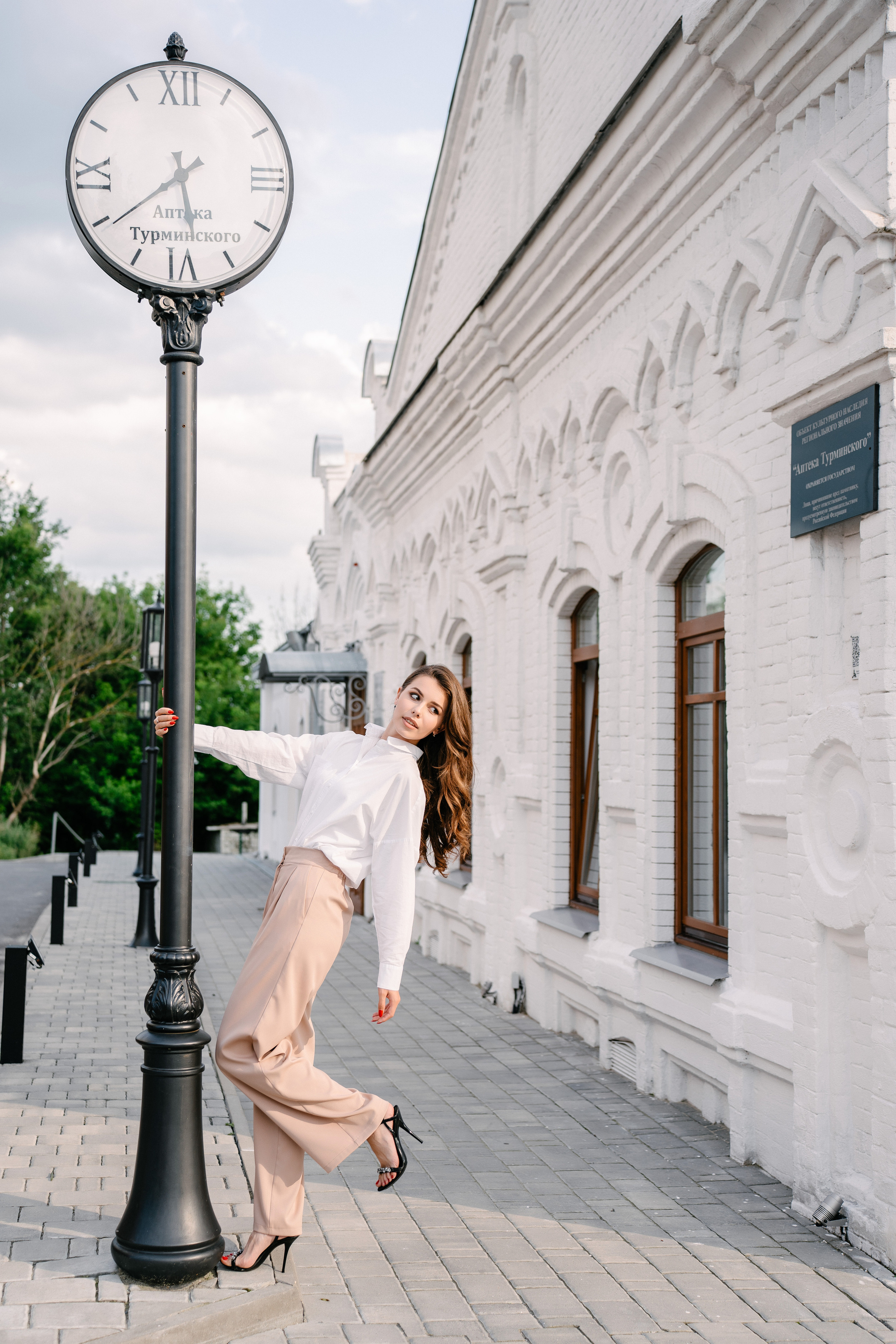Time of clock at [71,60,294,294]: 5:39
